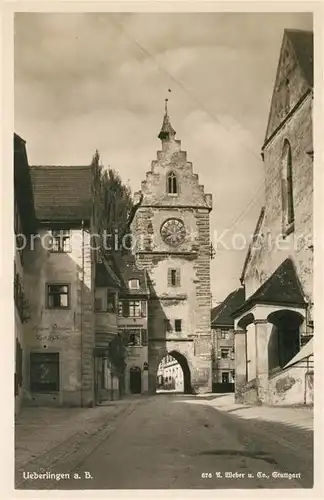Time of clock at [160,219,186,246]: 8:11
